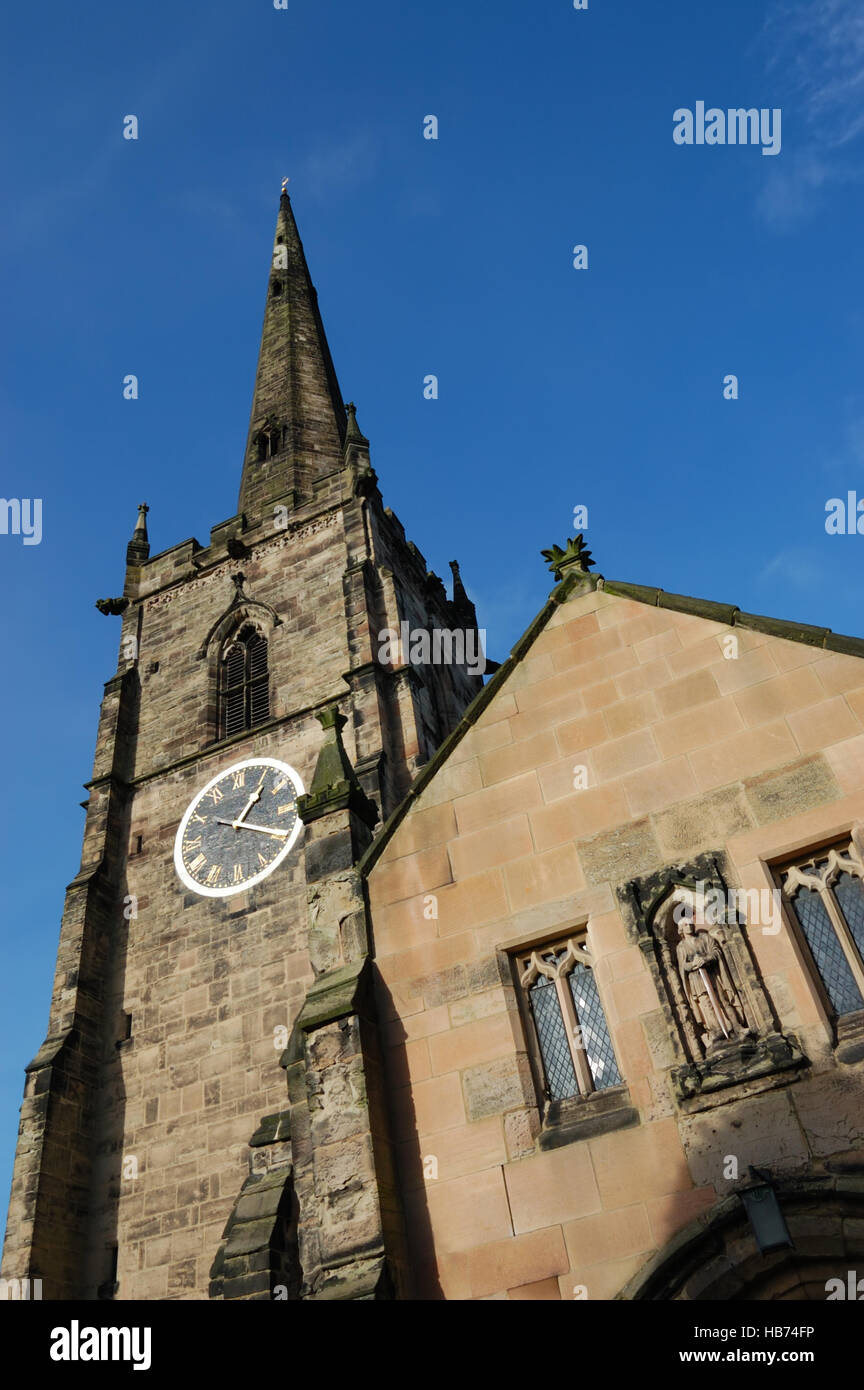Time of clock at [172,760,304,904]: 1:20
